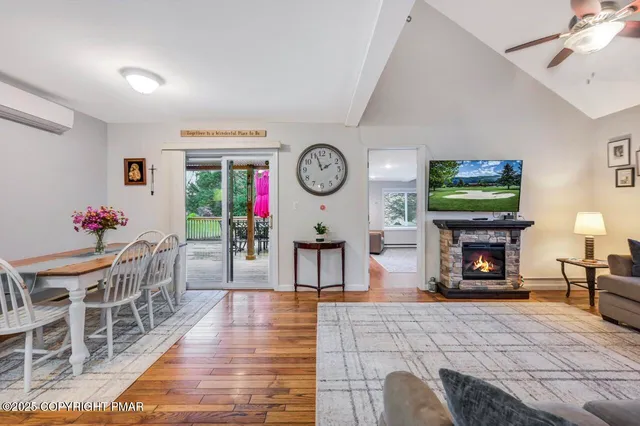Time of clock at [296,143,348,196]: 1:56
